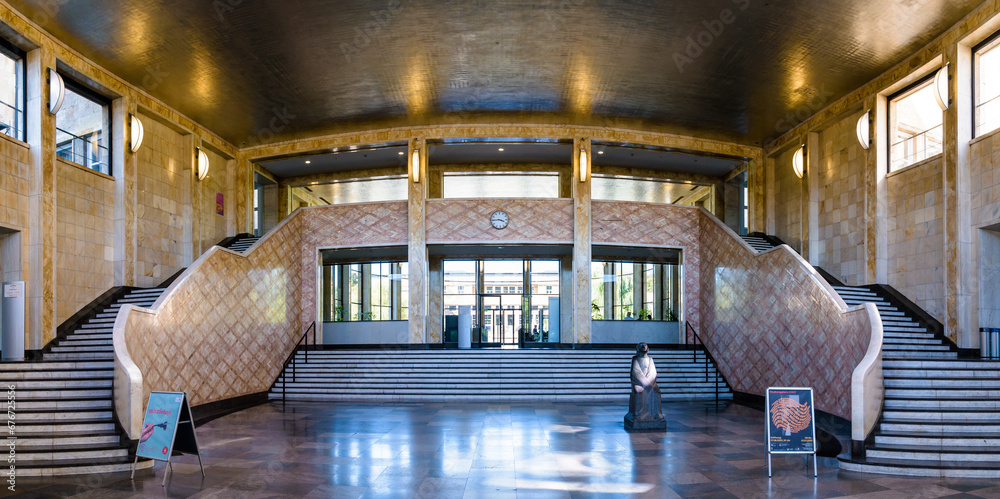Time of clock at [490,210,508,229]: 3:45
